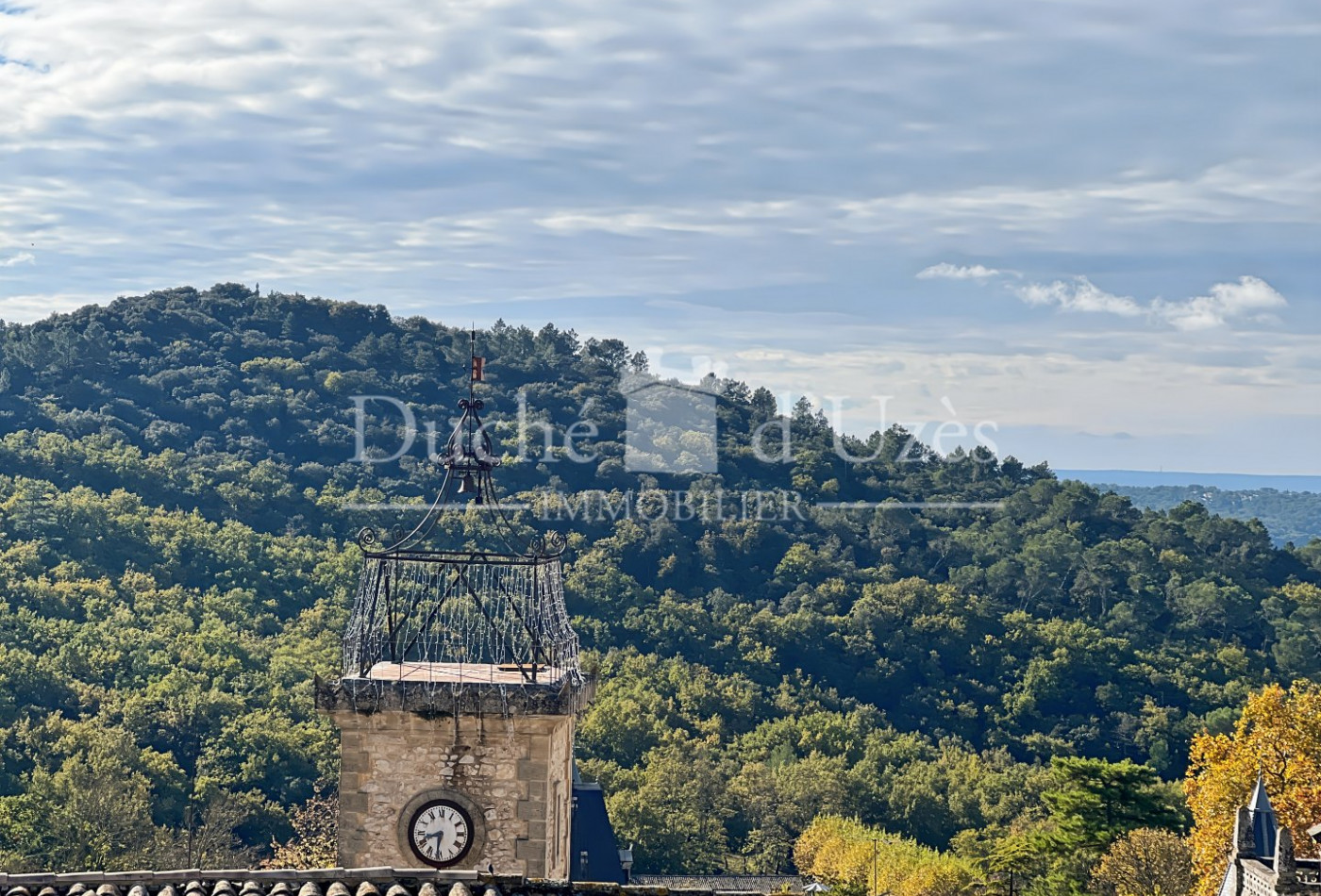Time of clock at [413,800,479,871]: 8:31
